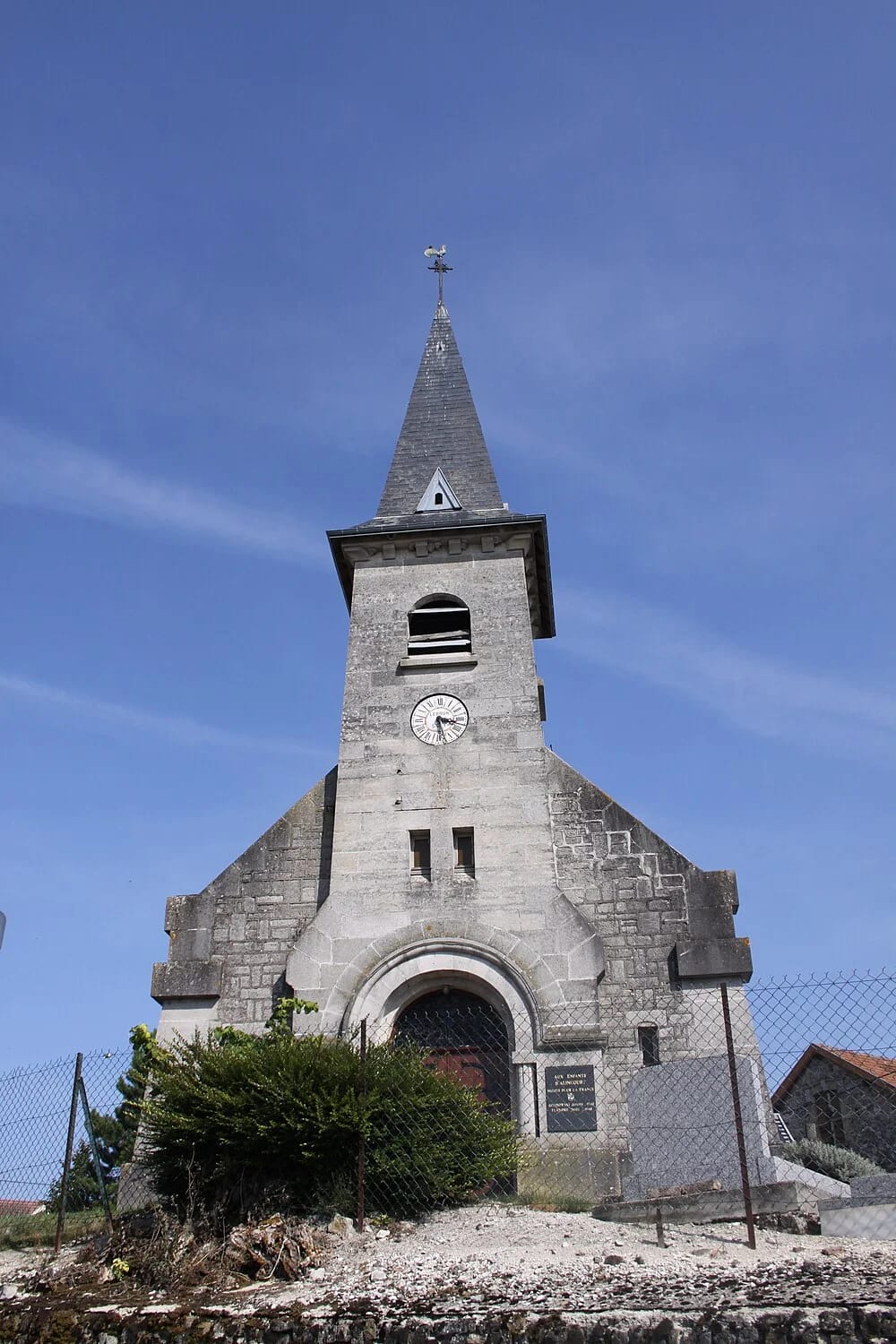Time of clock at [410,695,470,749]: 3:27
